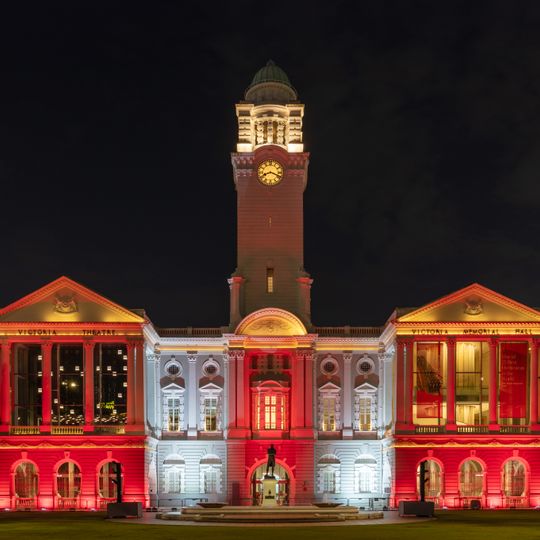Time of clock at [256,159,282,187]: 8:18
